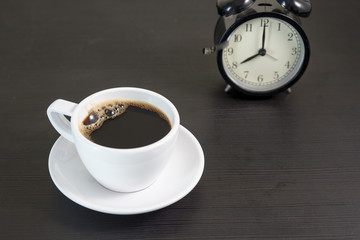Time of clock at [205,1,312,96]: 8:00
